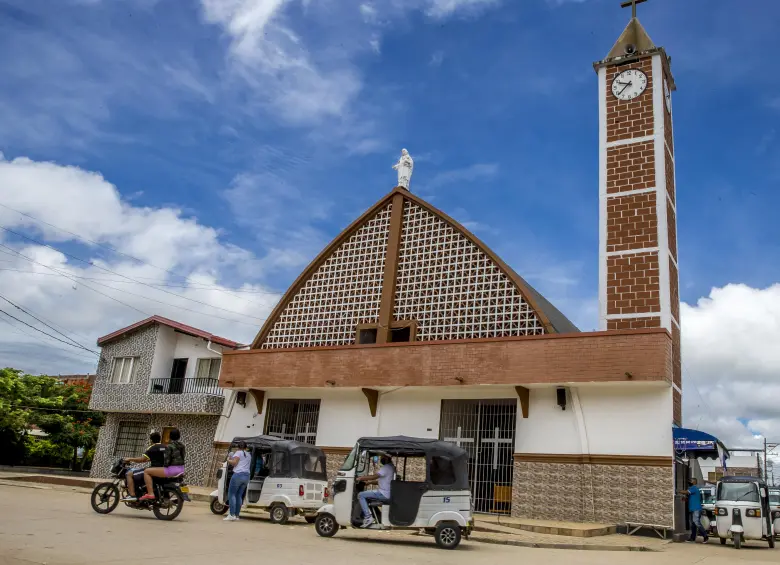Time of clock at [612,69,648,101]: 9:38
